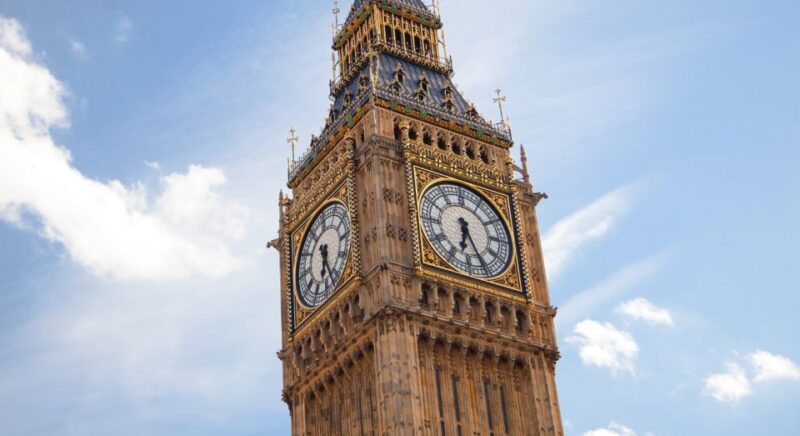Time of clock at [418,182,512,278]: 6:25
